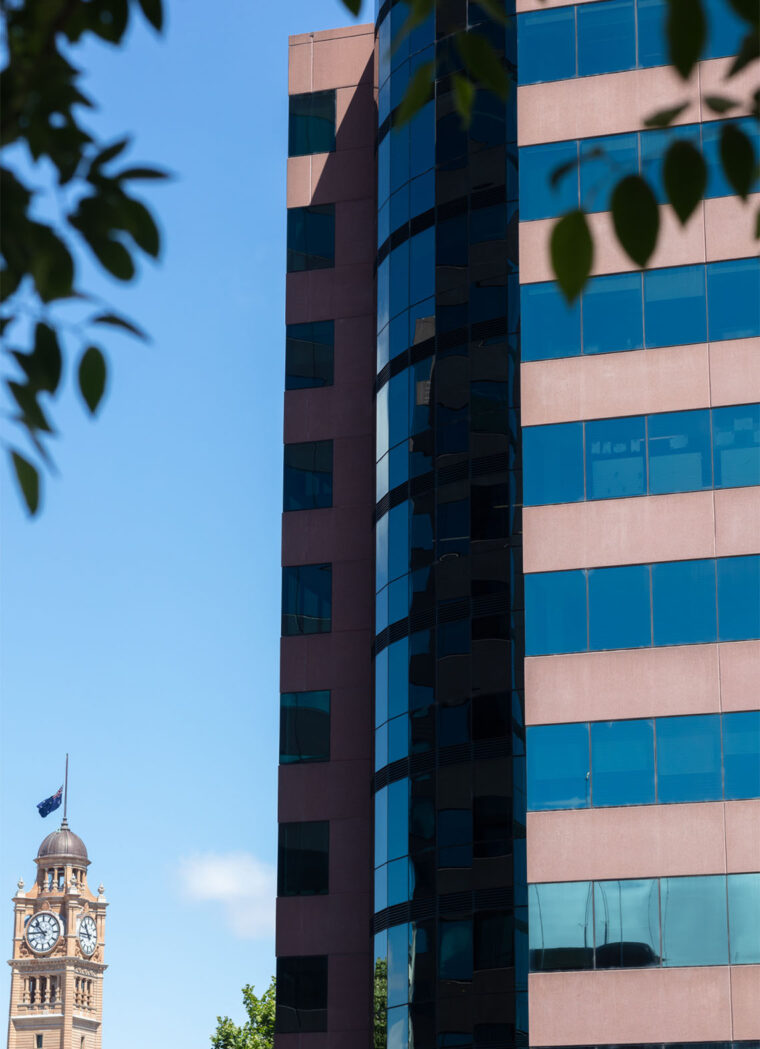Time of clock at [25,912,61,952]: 10:45
